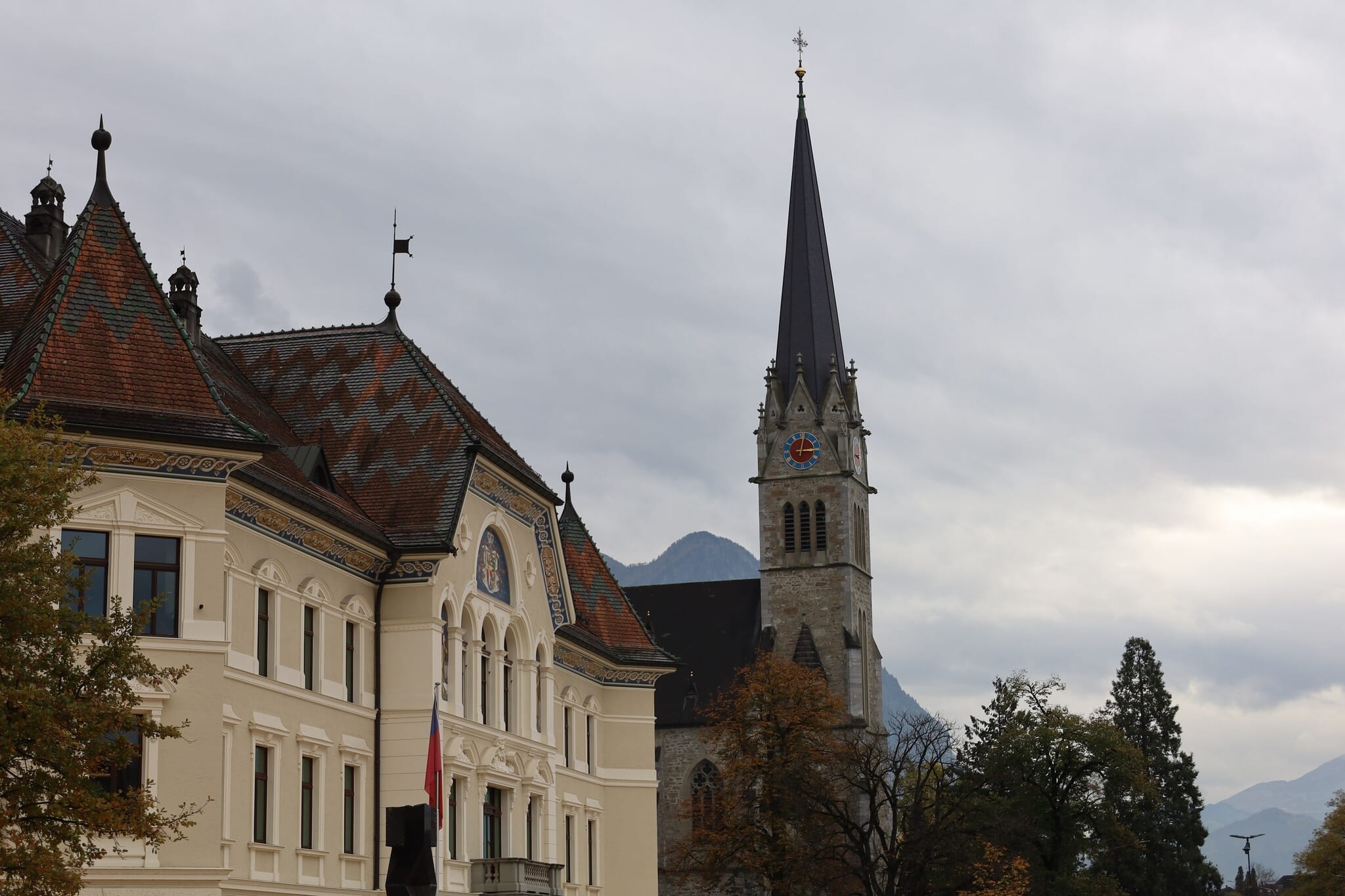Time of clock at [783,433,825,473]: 3:02
